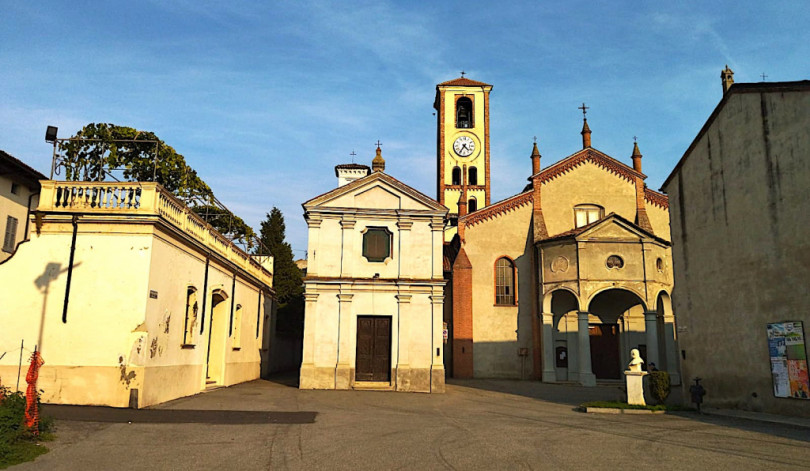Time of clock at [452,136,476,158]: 4:35
